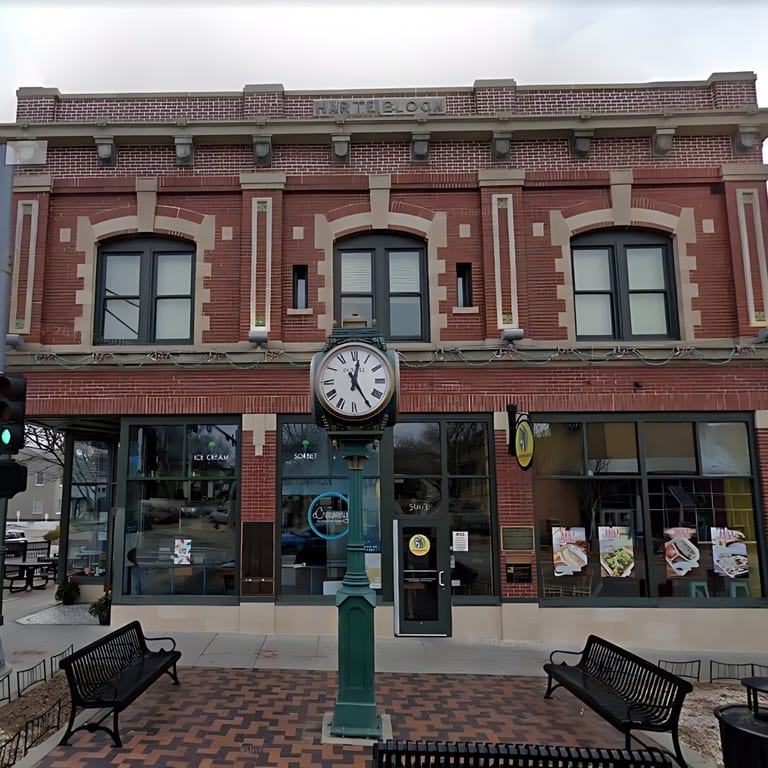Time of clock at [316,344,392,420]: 12:24
